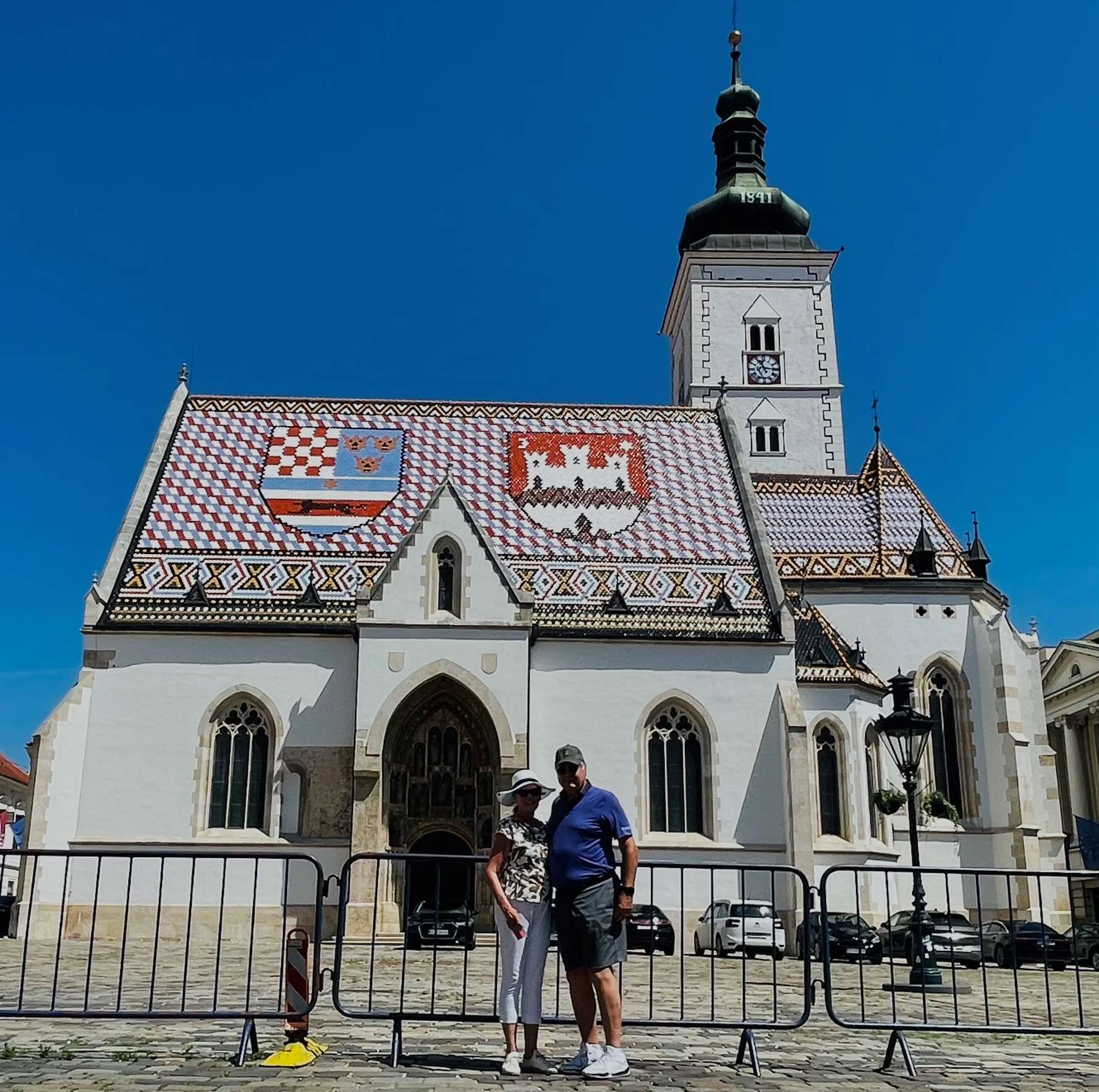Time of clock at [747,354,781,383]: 11:15
